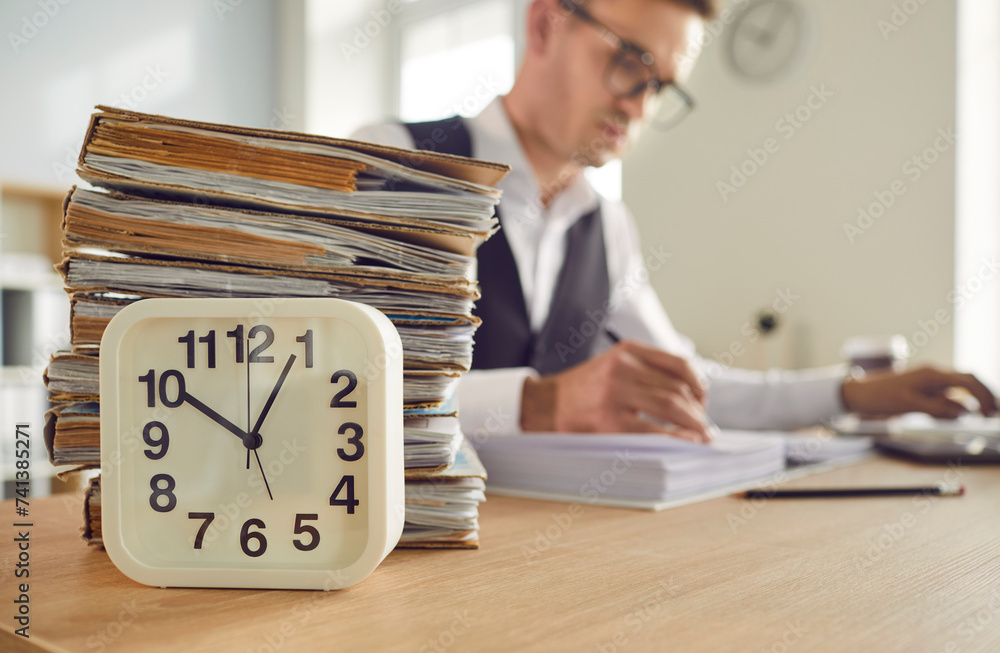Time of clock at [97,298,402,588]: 10:04
